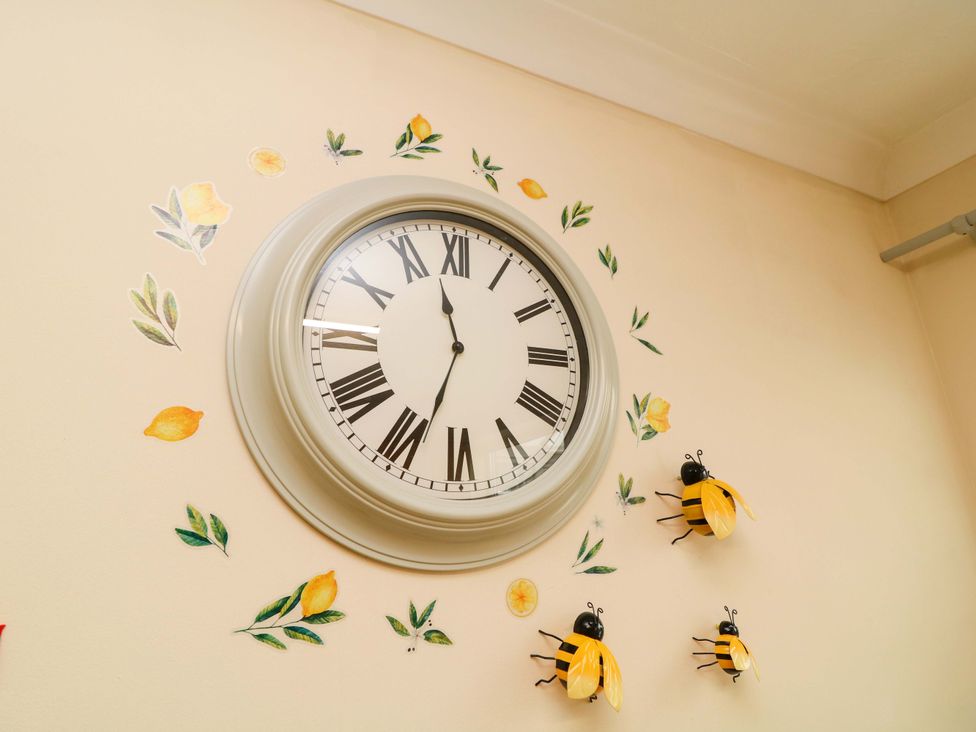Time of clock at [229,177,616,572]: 11:33
